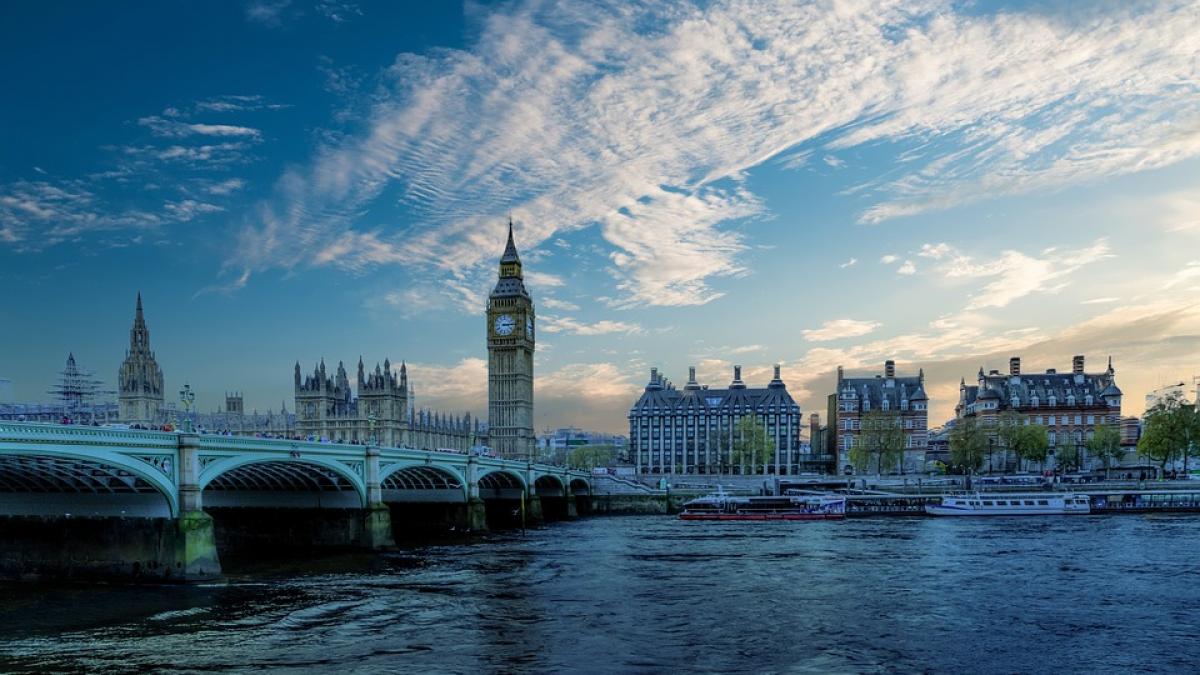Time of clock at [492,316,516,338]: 3:14
